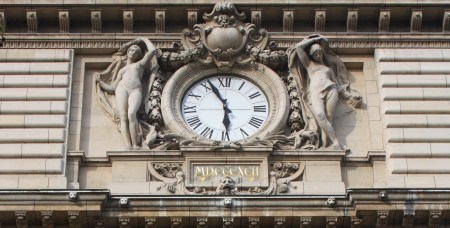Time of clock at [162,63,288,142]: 5:55
